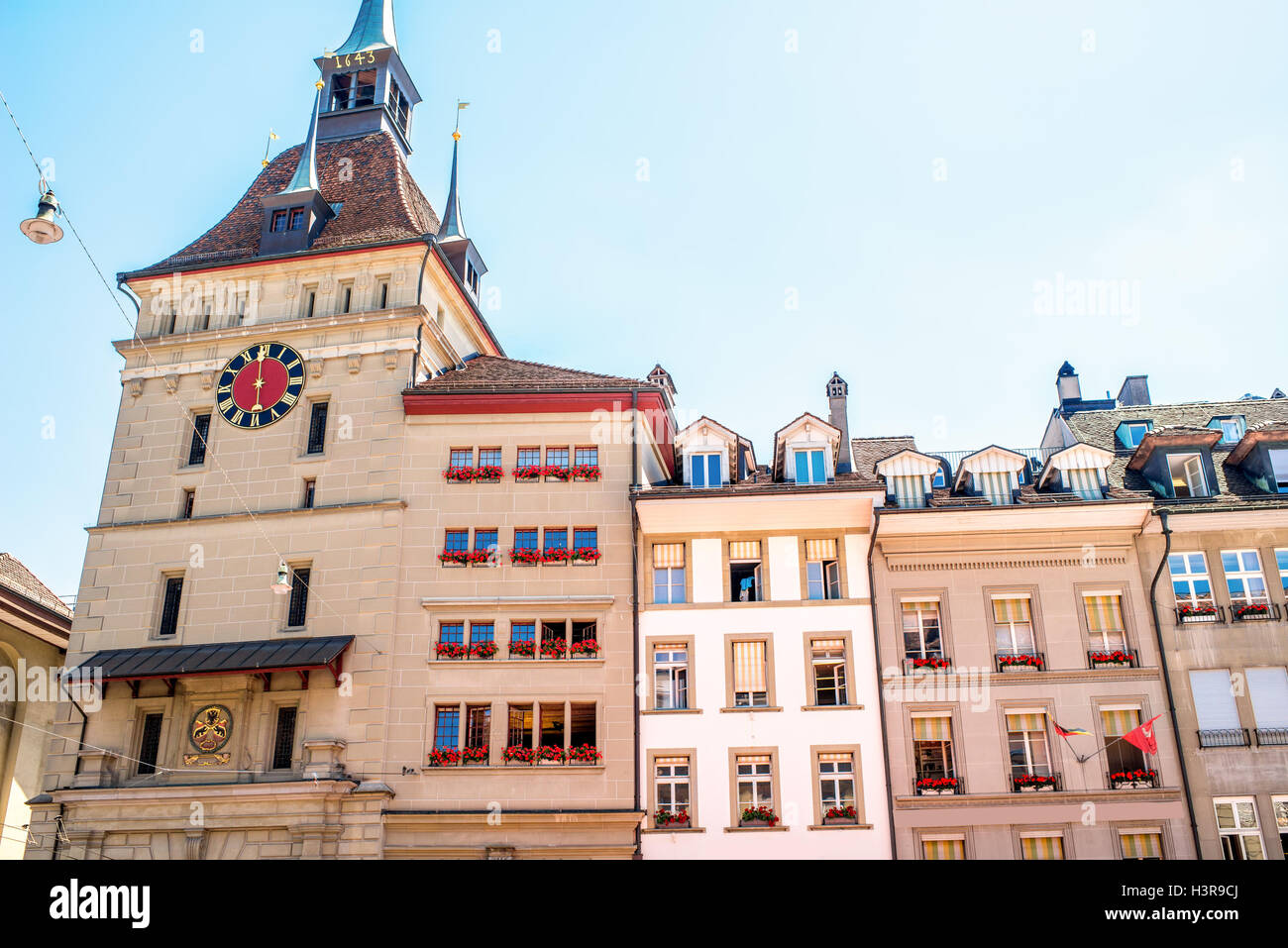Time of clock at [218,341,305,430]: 5:59
